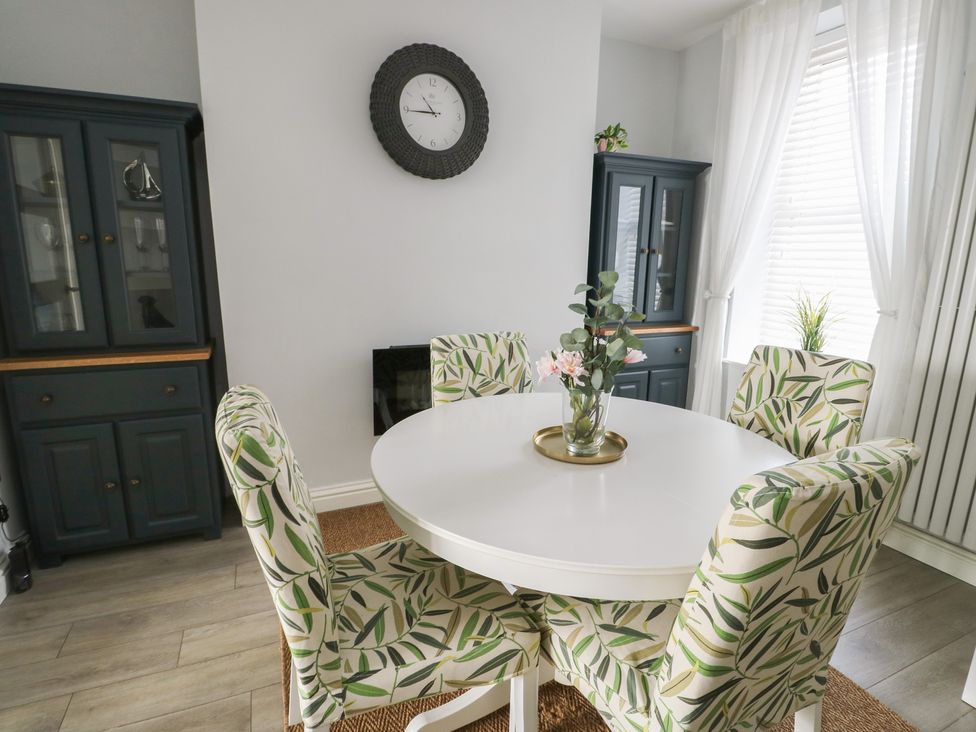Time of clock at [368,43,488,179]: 10:44
